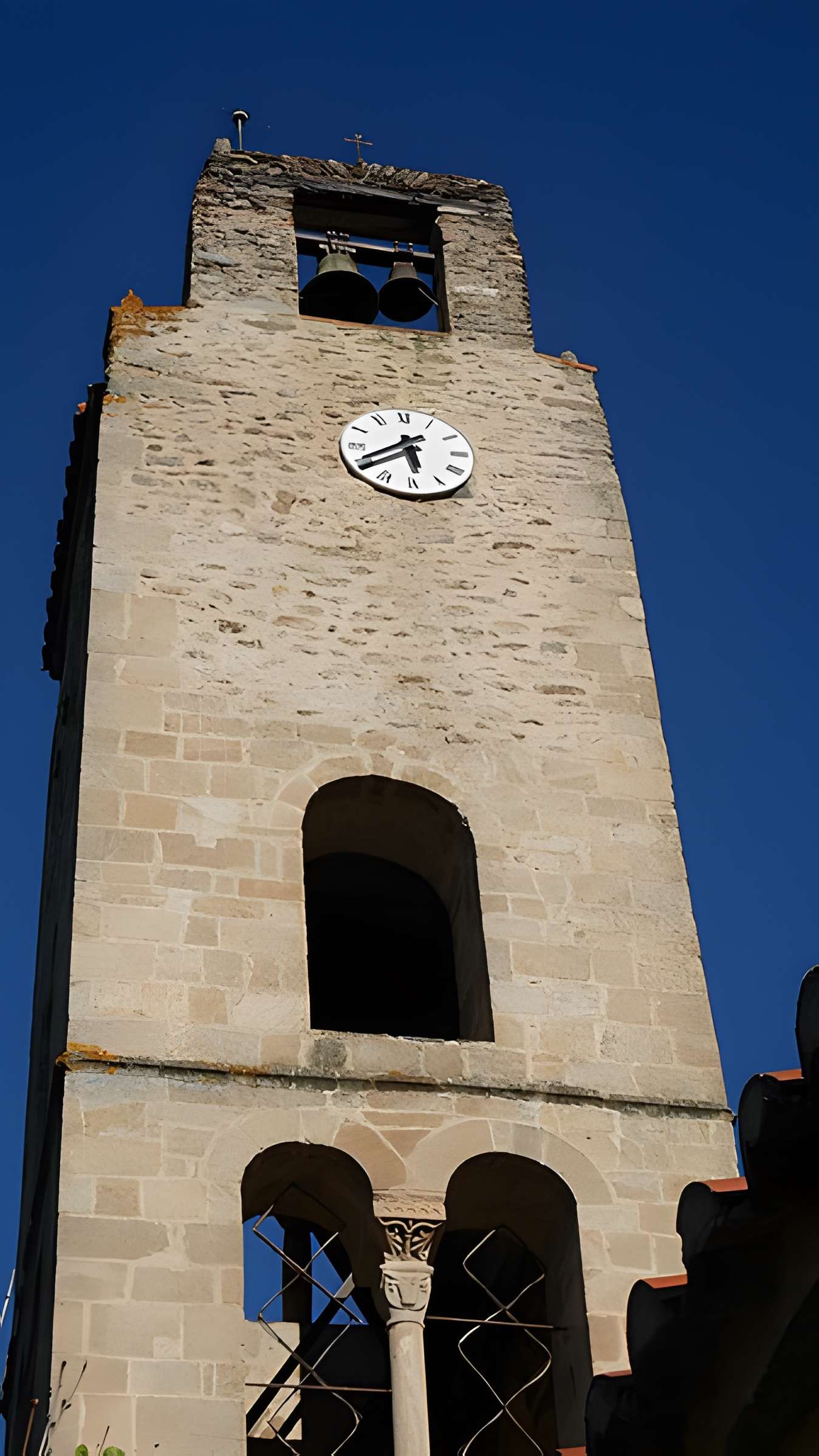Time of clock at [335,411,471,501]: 5:38
